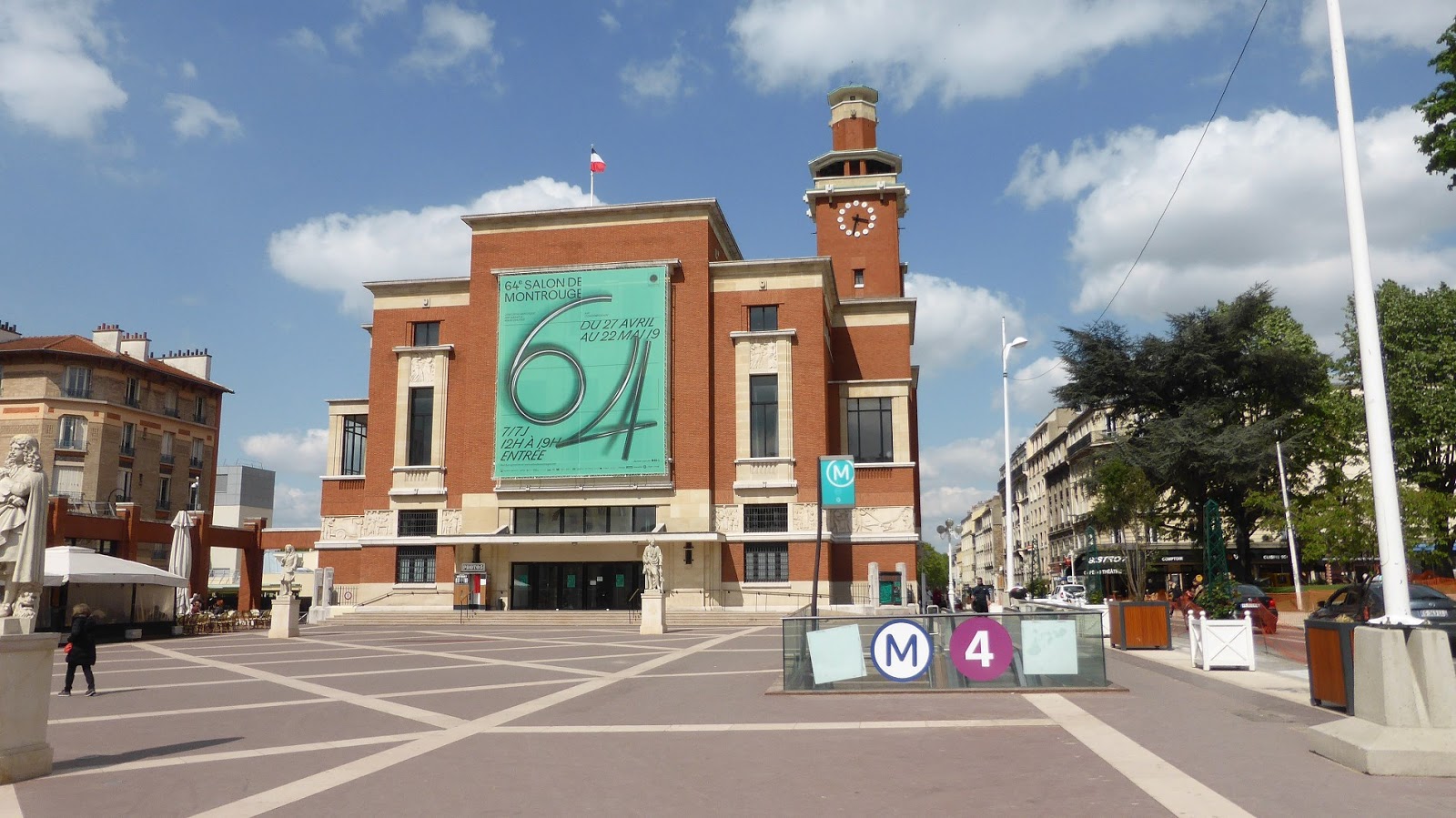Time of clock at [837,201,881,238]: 3:32
